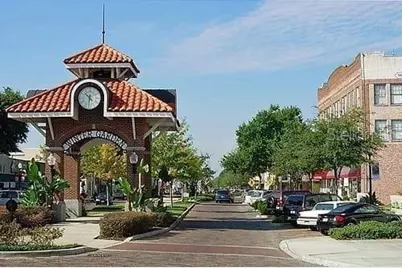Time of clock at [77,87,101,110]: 10:31
